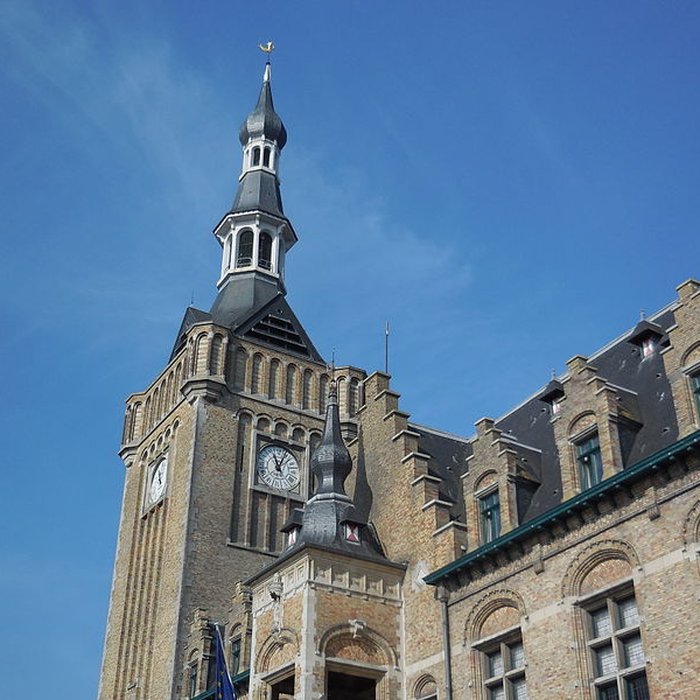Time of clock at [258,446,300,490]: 11:04
